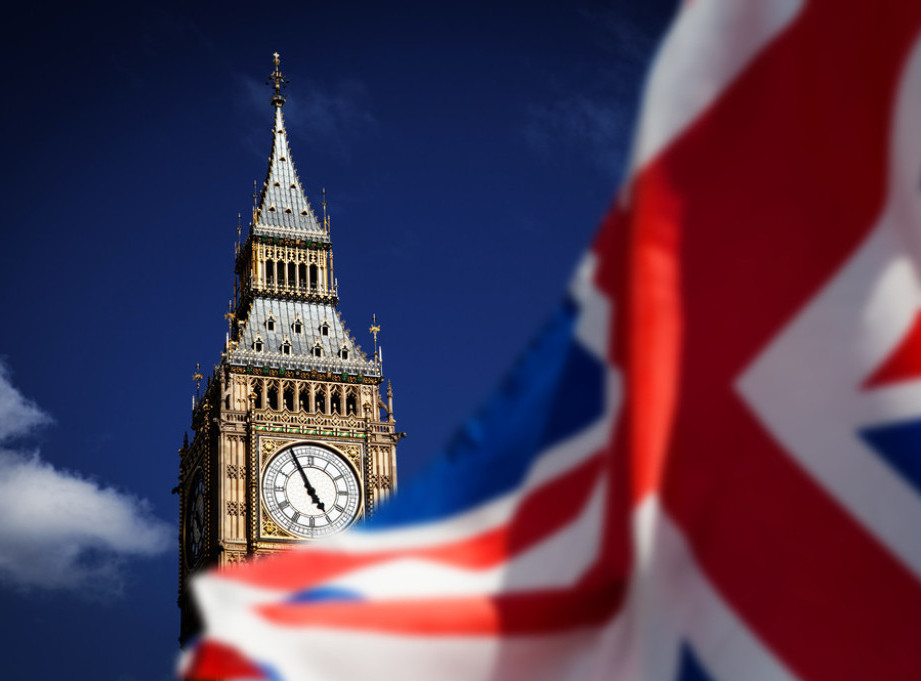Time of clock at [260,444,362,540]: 4:55
